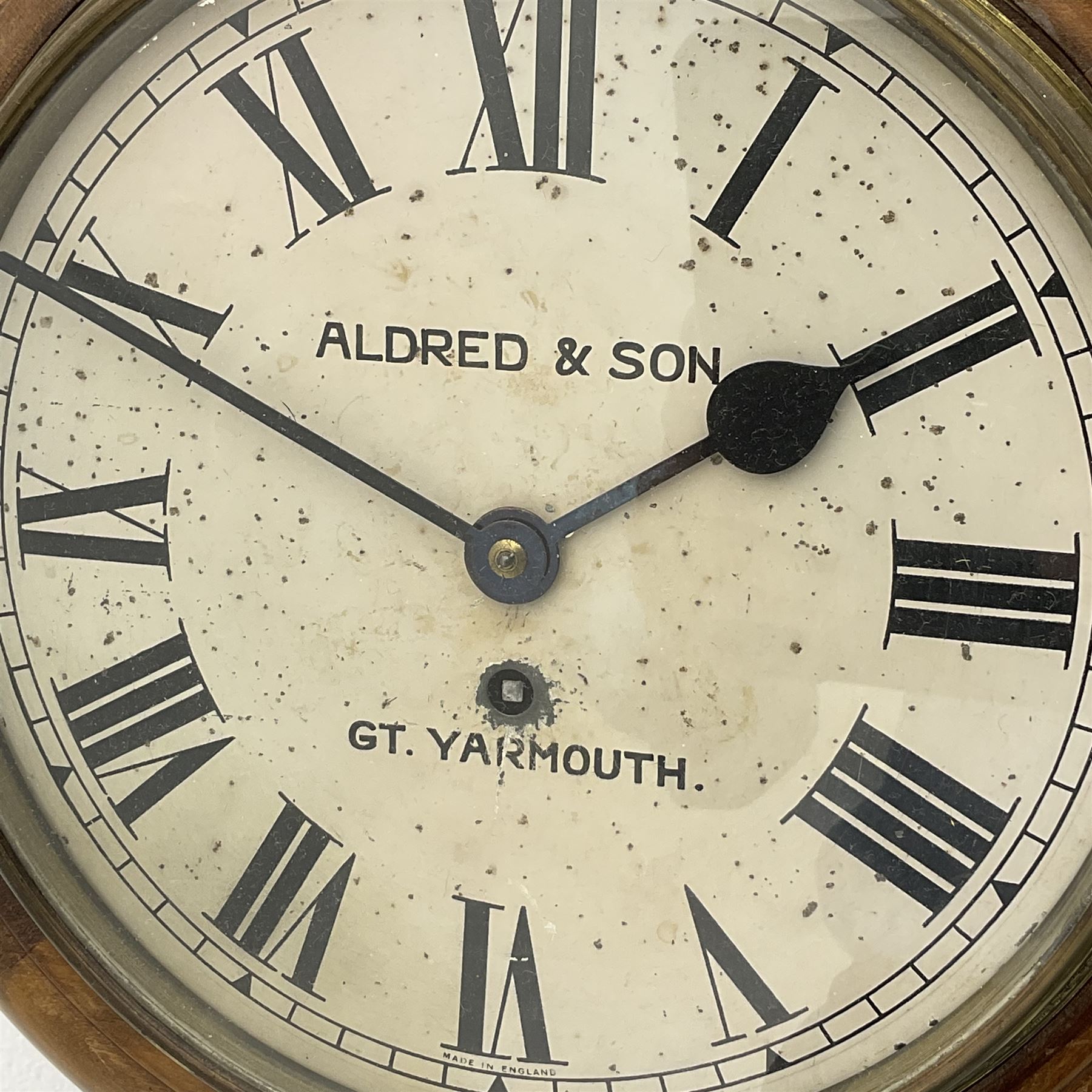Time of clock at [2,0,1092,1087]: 1:49
